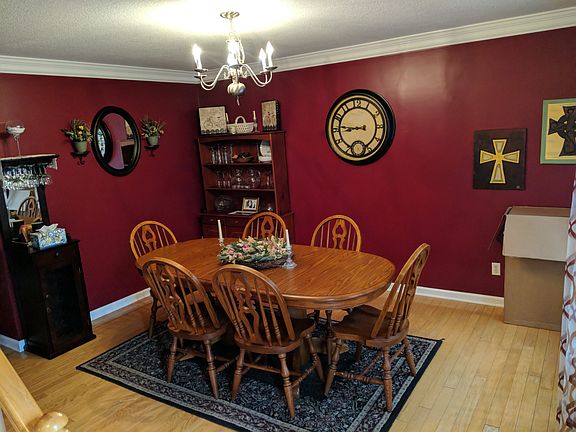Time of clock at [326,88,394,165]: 8:45
